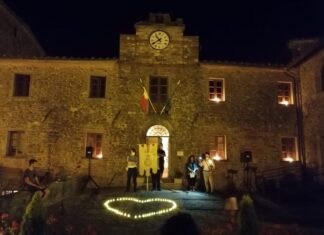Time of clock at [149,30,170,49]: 10:40
